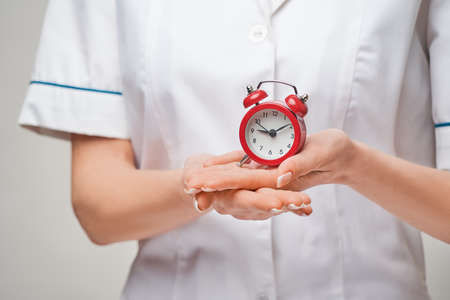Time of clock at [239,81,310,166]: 9:09
